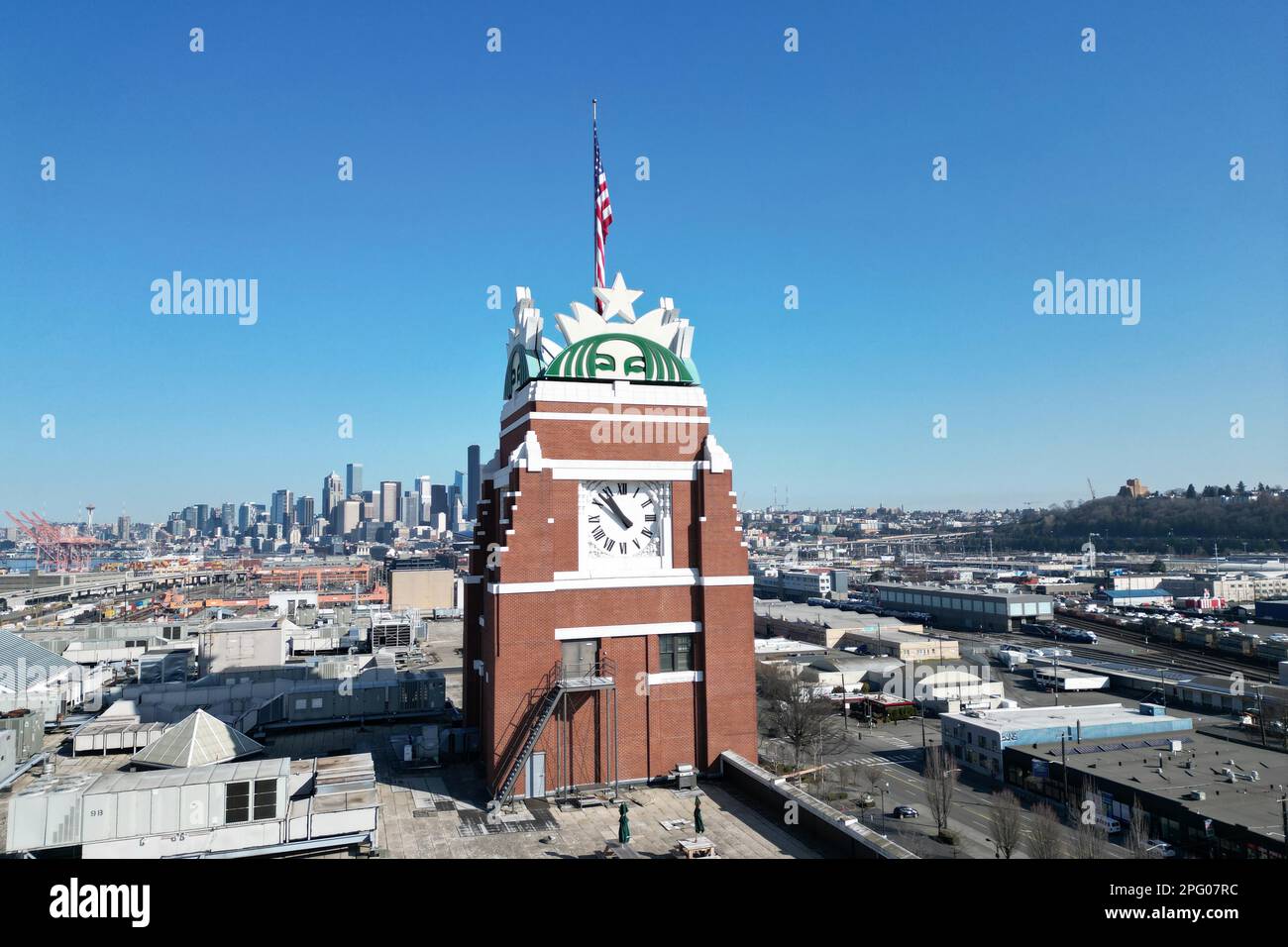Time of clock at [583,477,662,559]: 10:52
